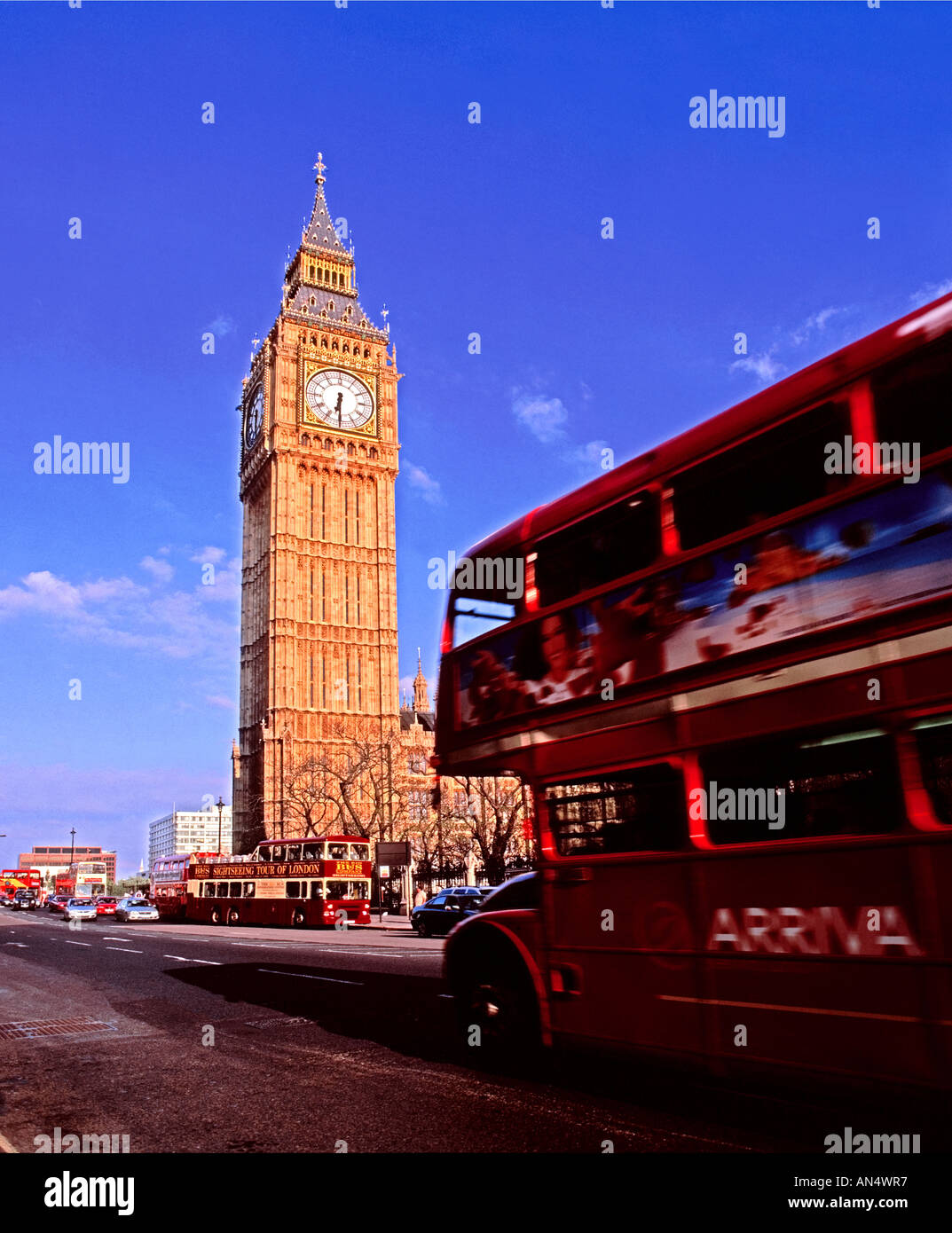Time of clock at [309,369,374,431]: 6:30
